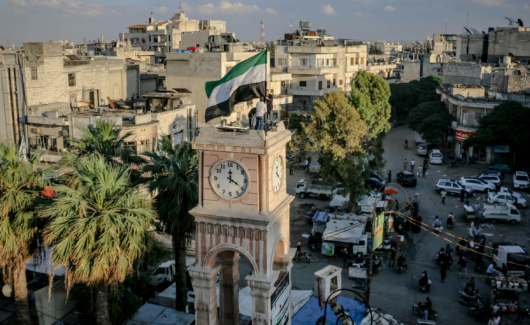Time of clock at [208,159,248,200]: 4:00
